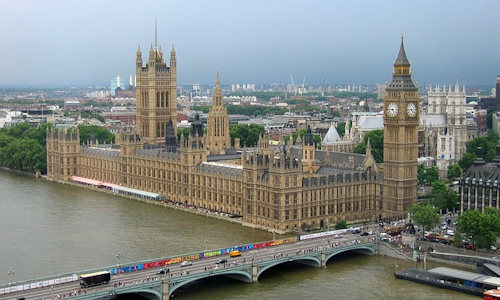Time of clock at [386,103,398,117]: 4:45
